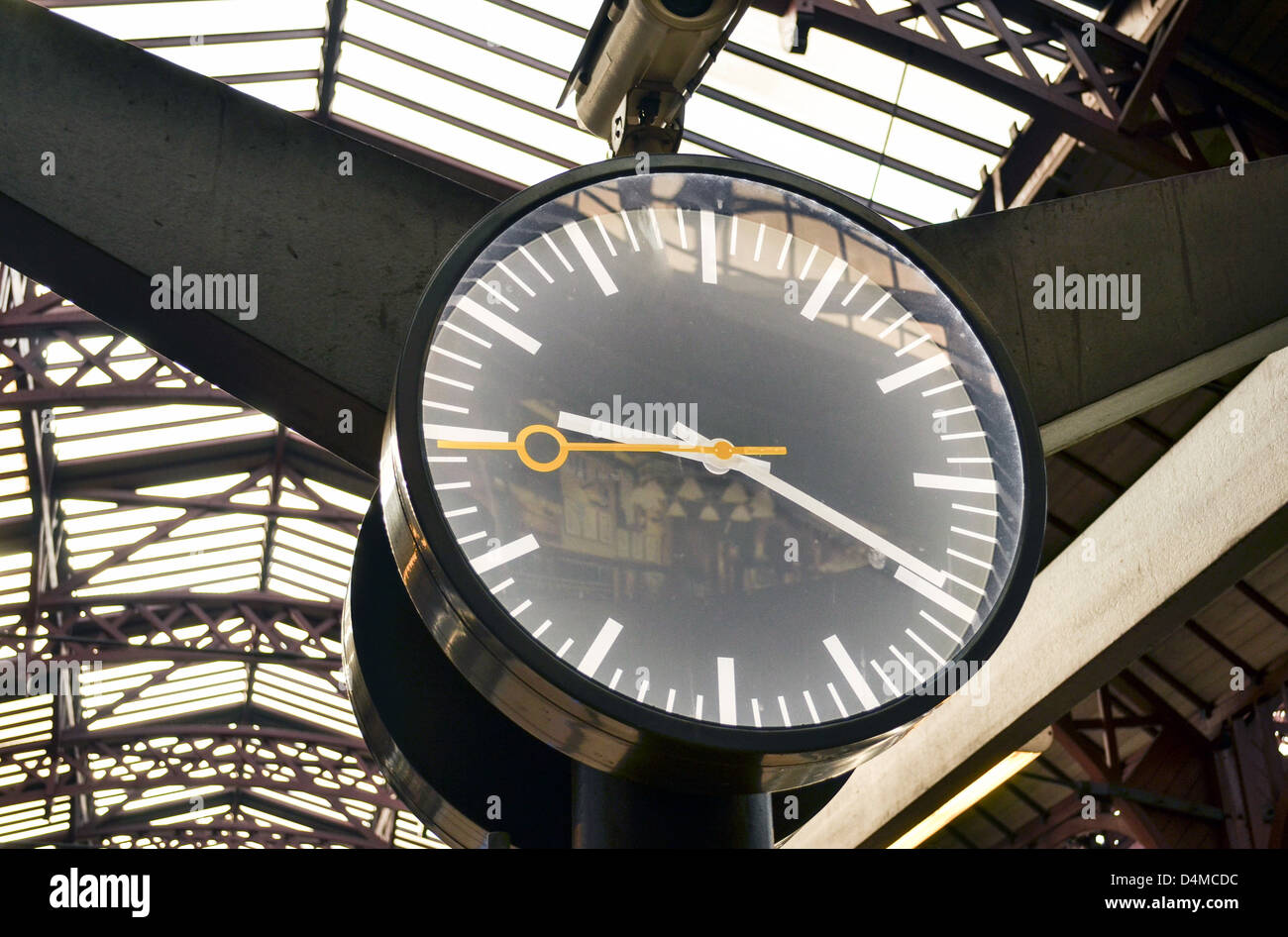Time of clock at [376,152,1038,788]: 9:20
